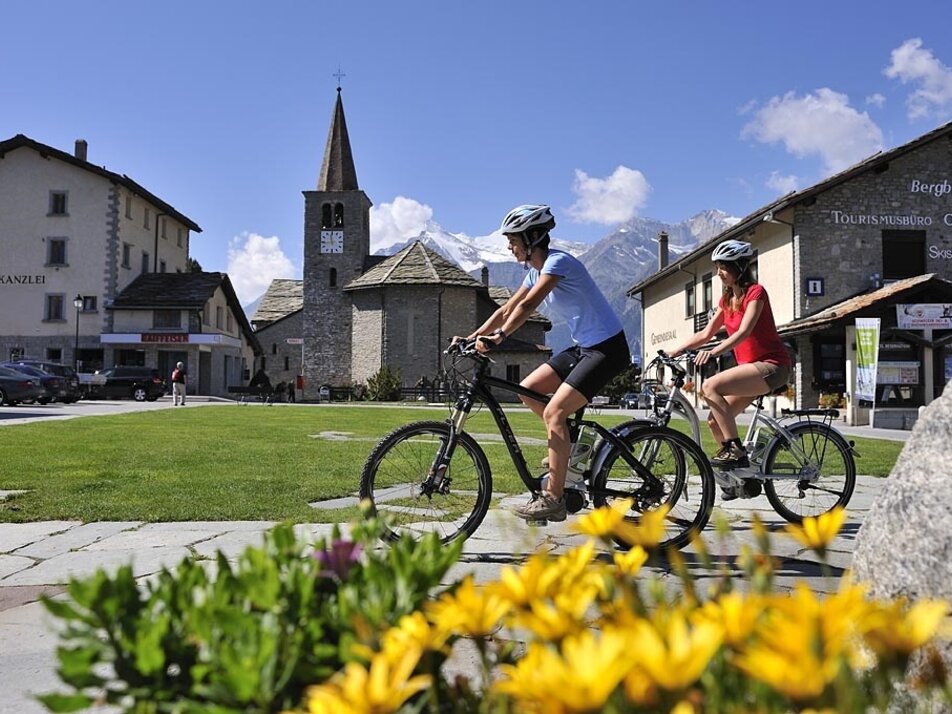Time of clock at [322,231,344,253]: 11:43
